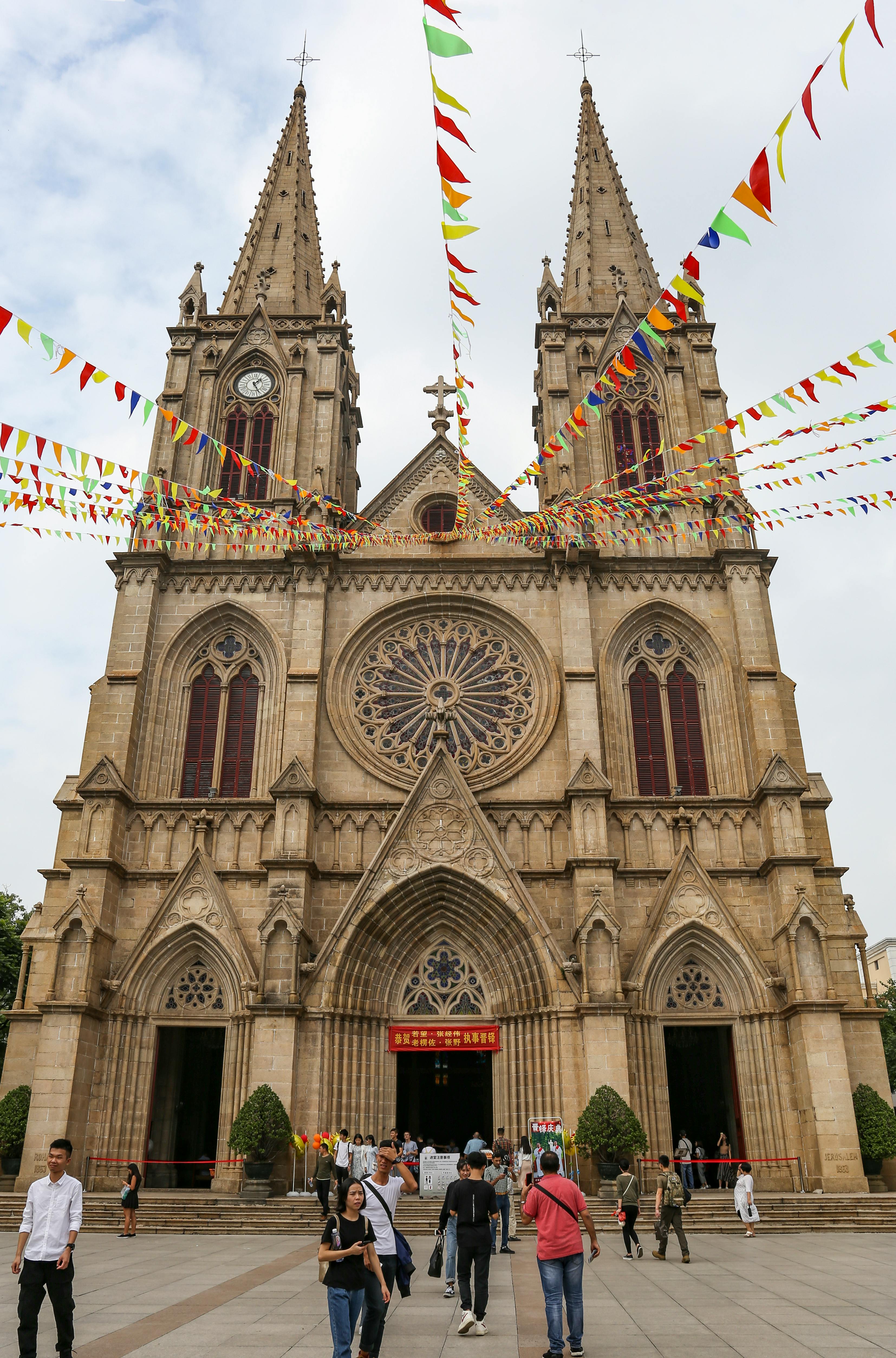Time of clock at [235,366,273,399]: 1:25
